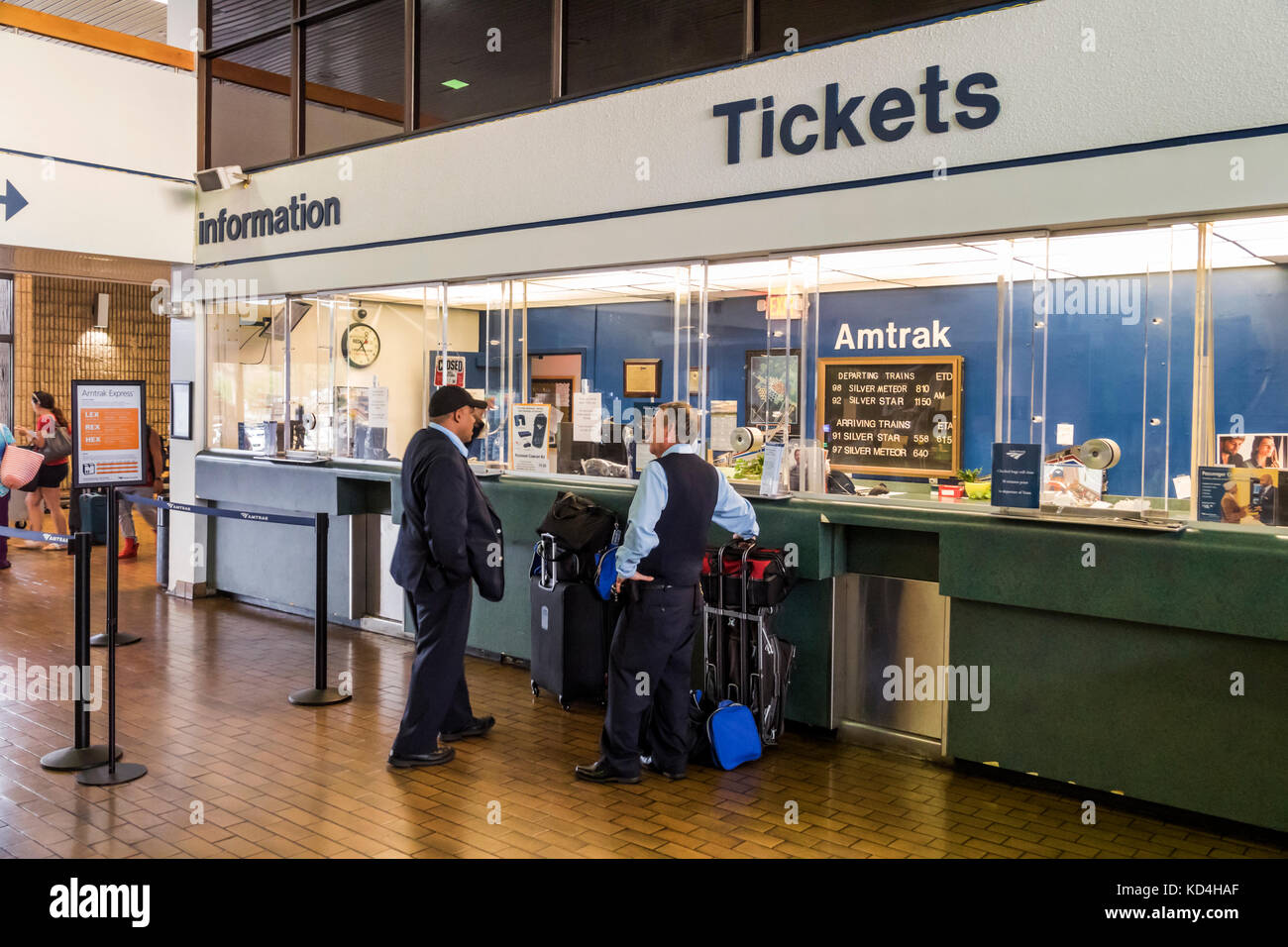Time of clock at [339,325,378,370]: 7:24
